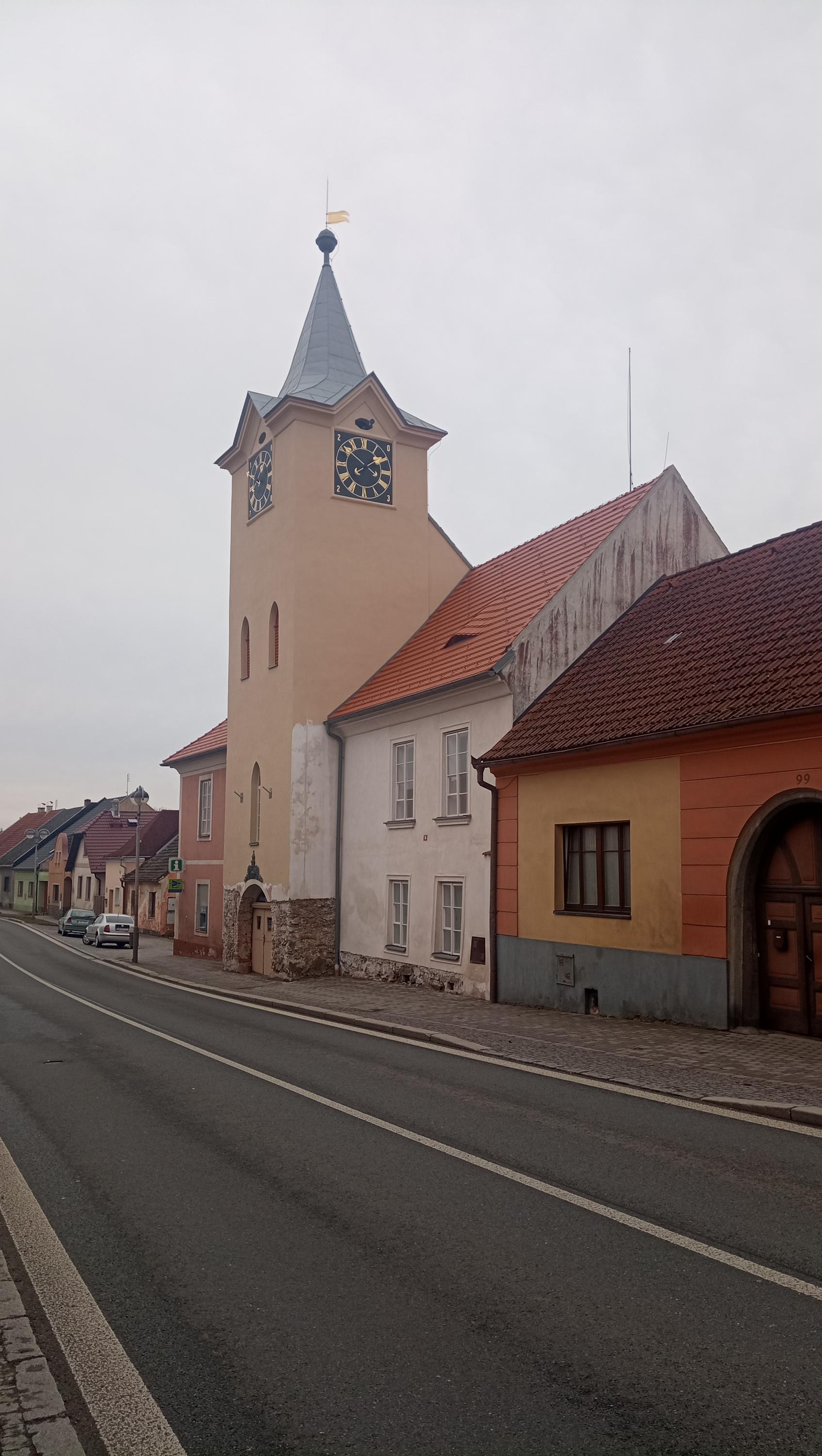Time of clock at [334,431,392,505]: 1:50
